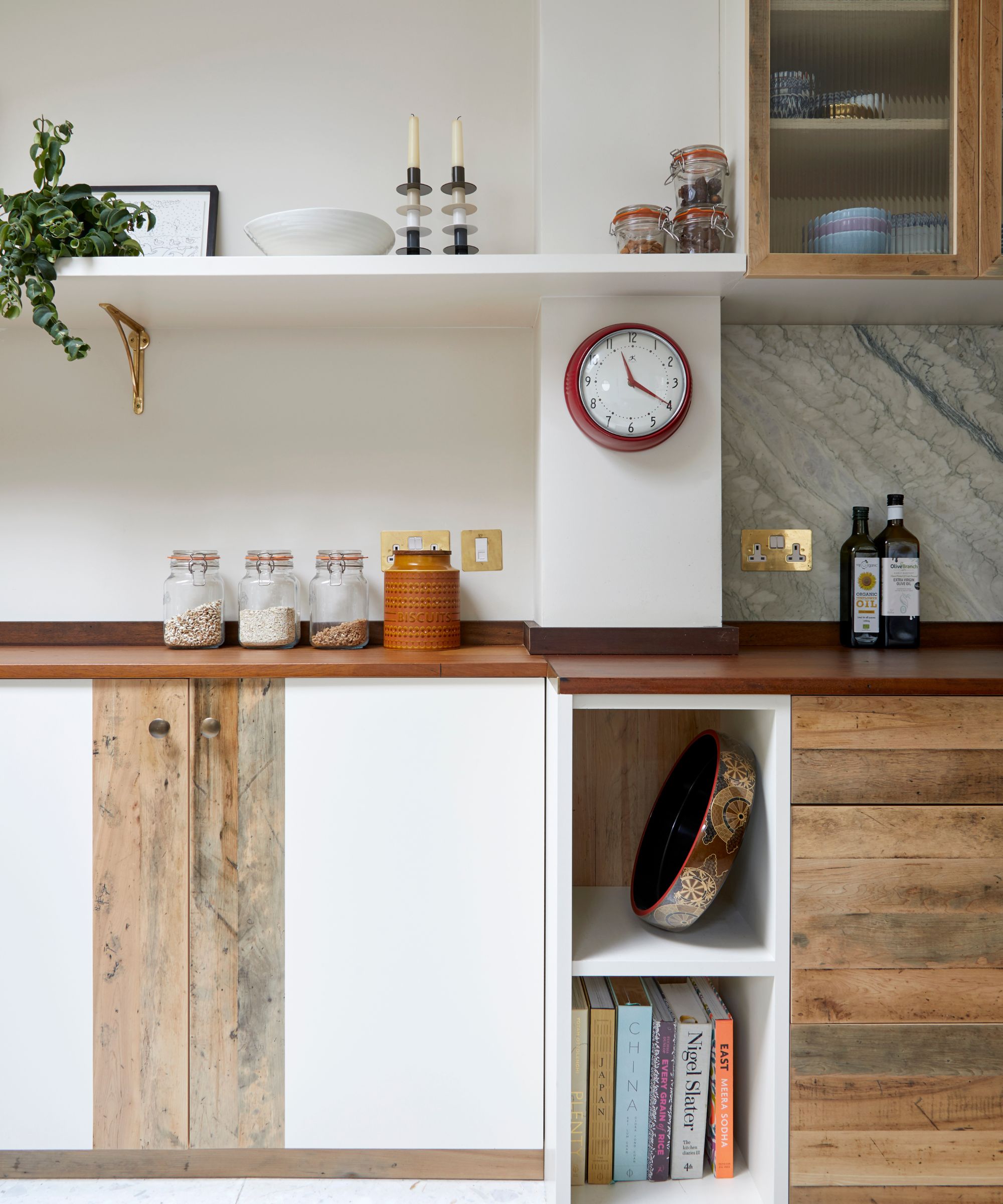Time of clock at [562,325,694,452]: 11:19
